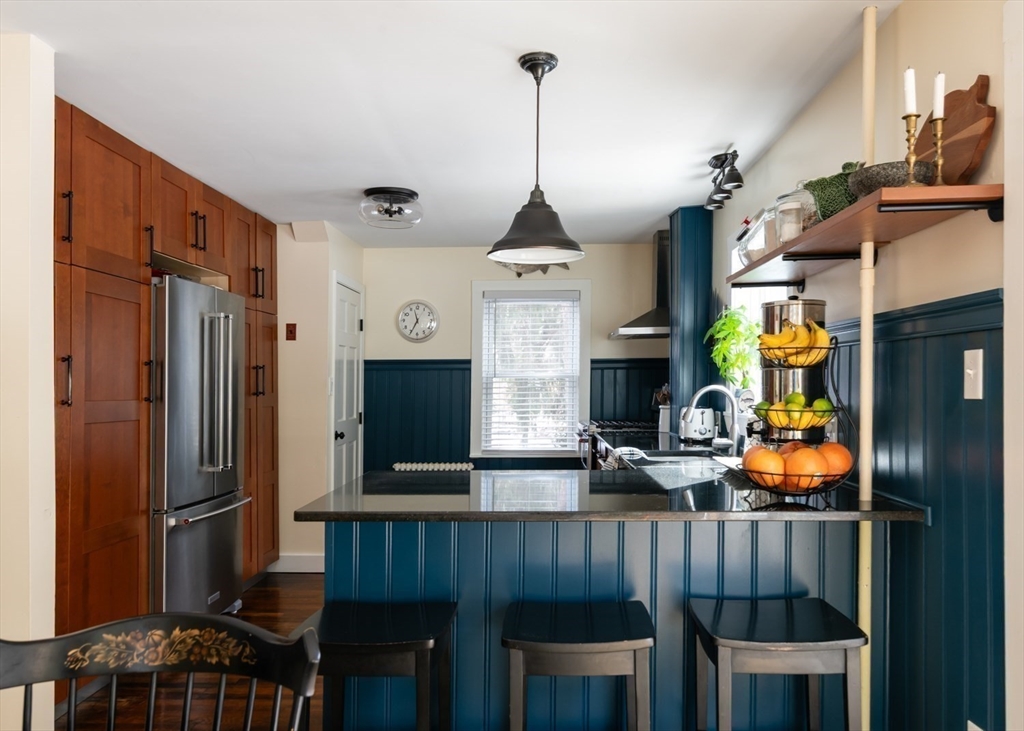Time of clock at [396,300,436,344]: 11:34
